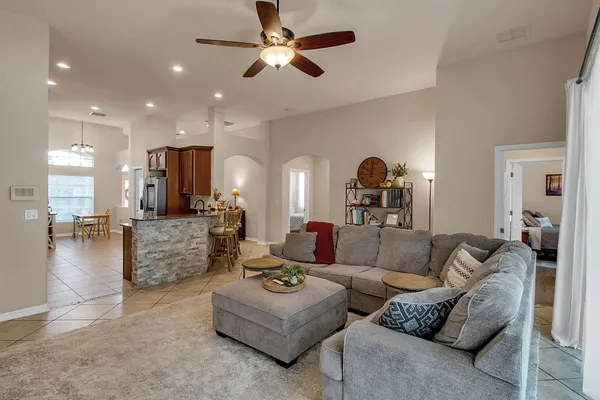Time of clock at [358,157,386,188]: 10:00
